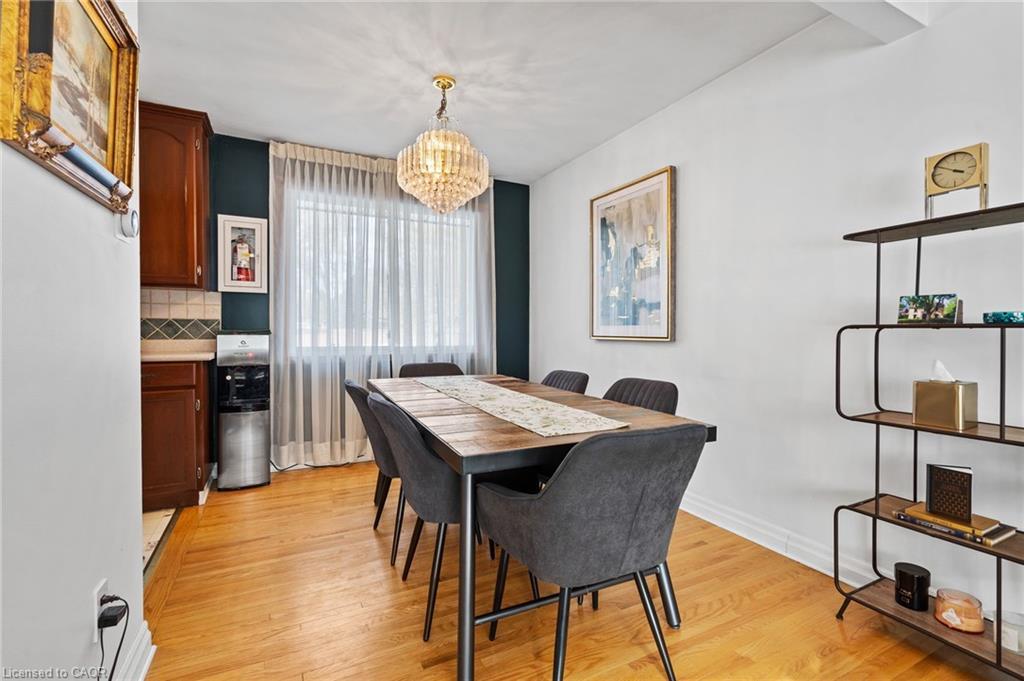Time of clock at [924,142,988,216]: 3:50
